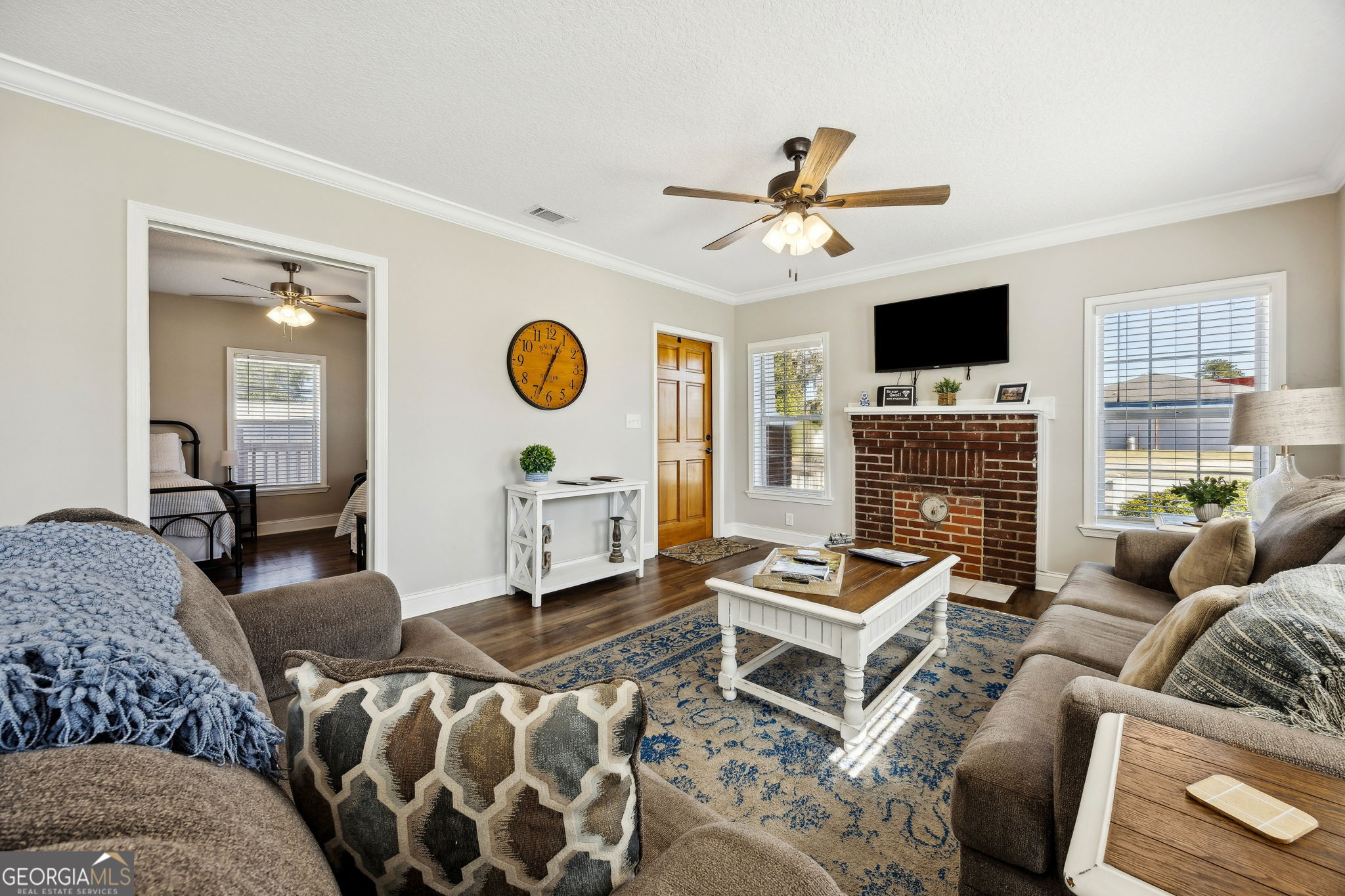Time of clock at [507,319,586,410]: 12:33
